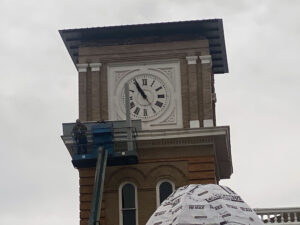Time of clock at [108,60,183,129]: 10:55
